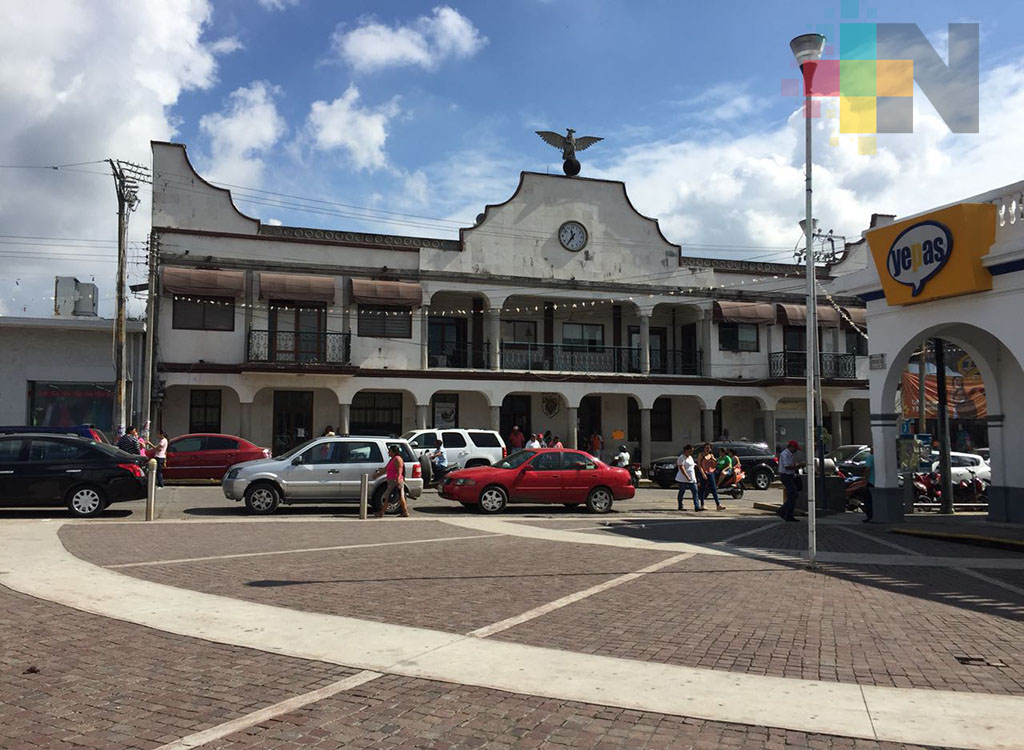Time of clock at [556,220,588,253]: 11:35
